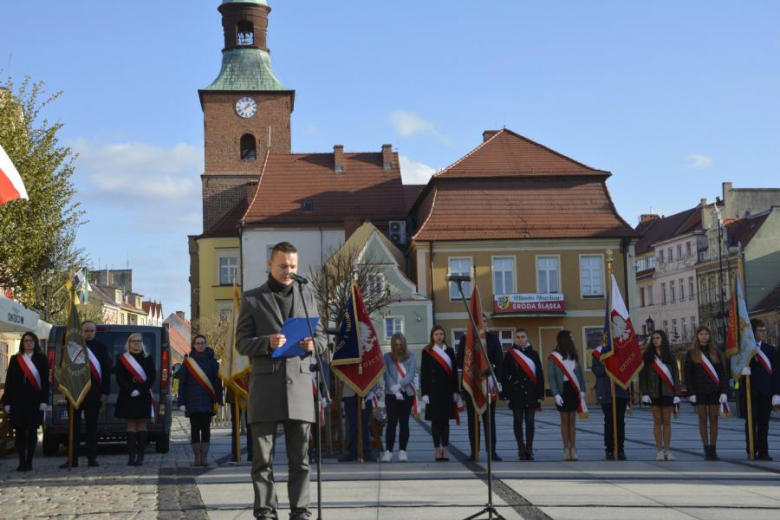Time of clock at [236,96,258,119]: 1:10
